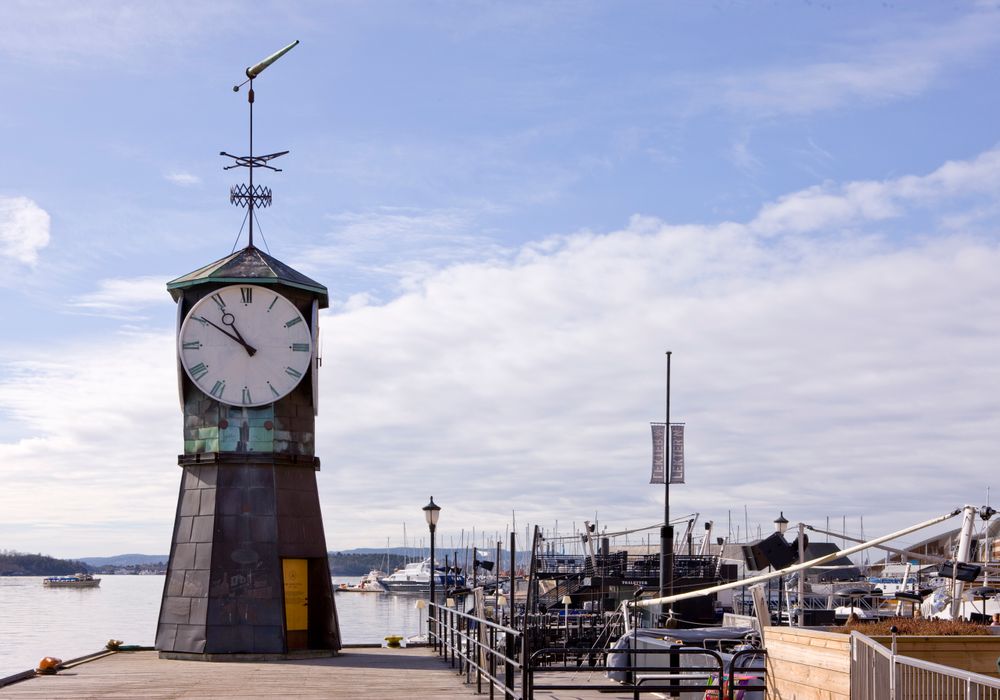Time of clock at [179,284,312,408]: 10:50
